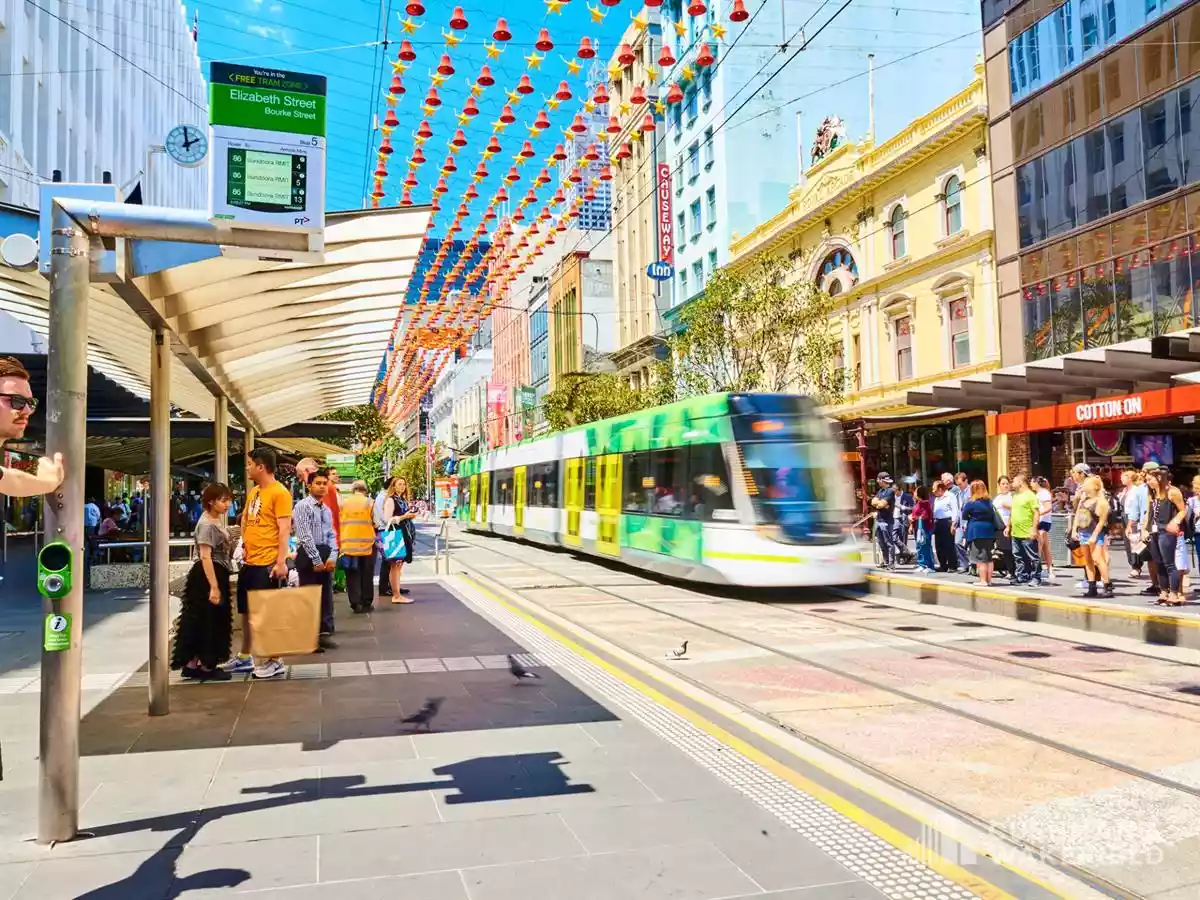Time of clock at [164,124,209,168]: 1:59
